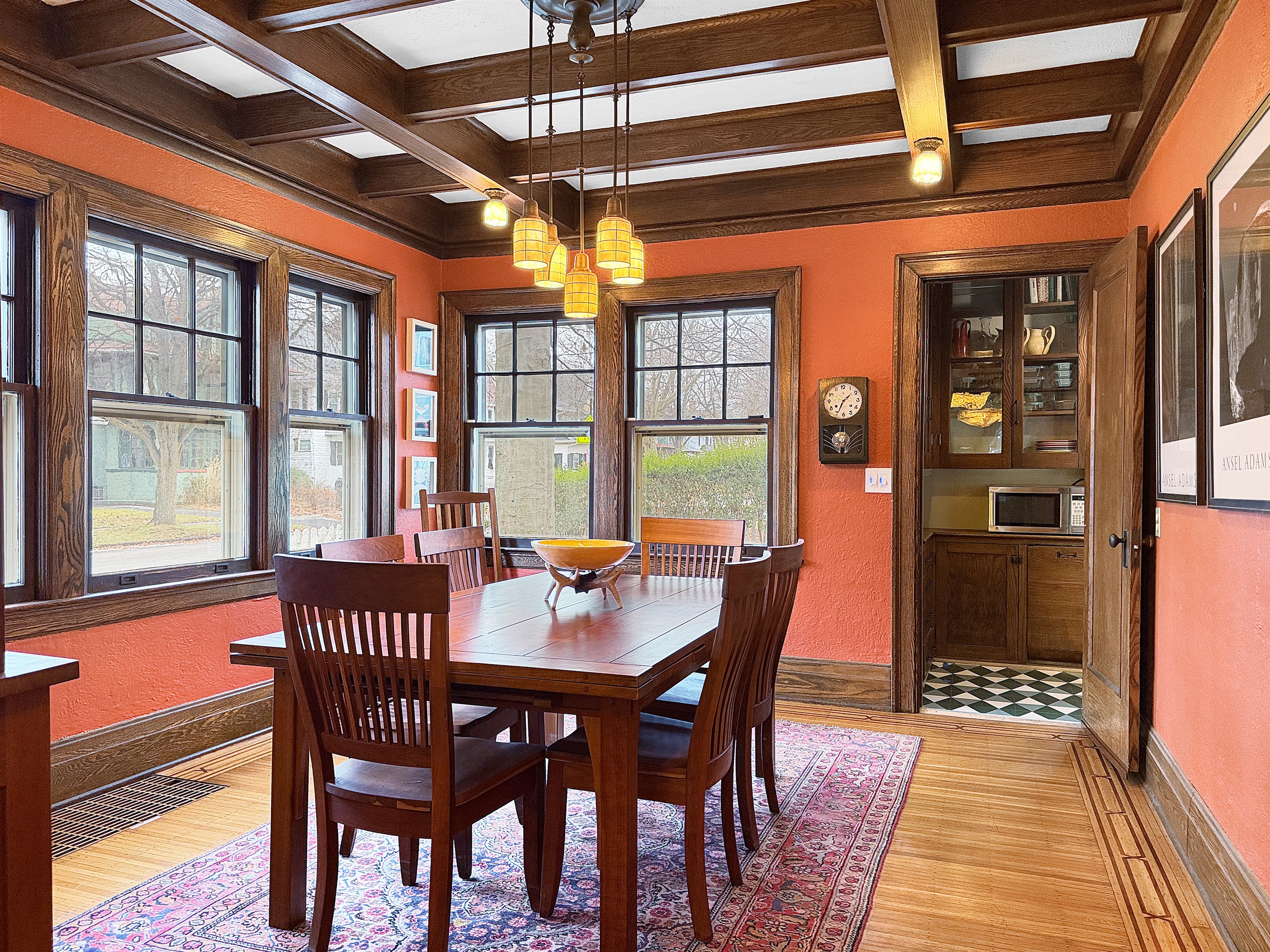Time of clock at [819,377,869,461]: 1:34
